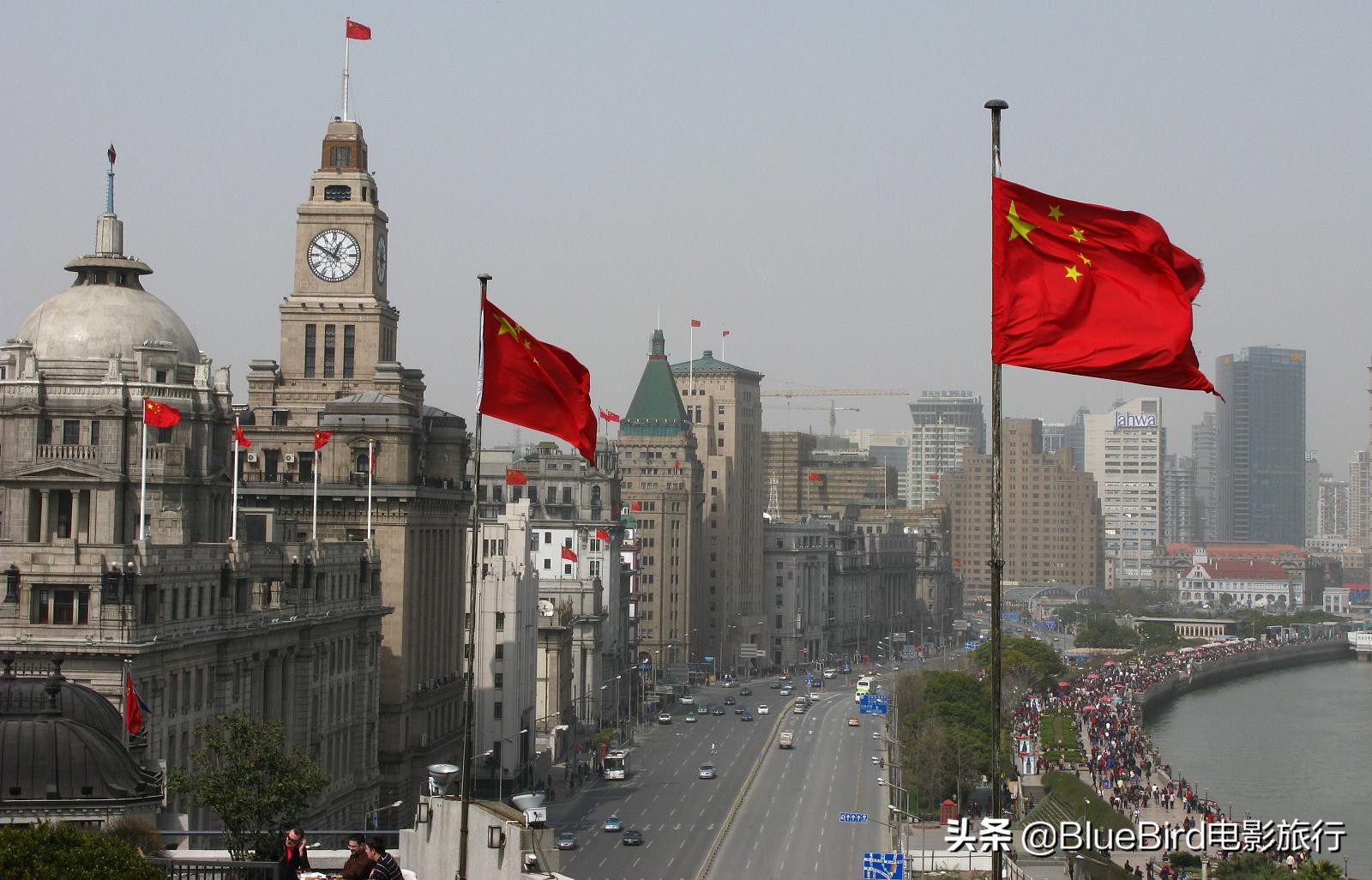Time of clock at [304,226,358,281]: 12:49
